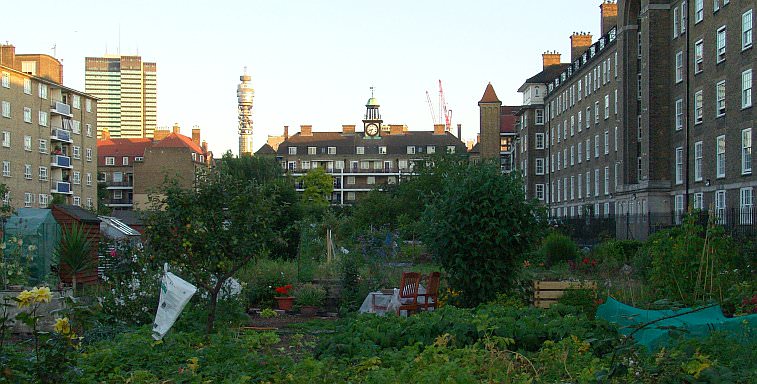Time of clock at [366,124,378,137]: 8:33
